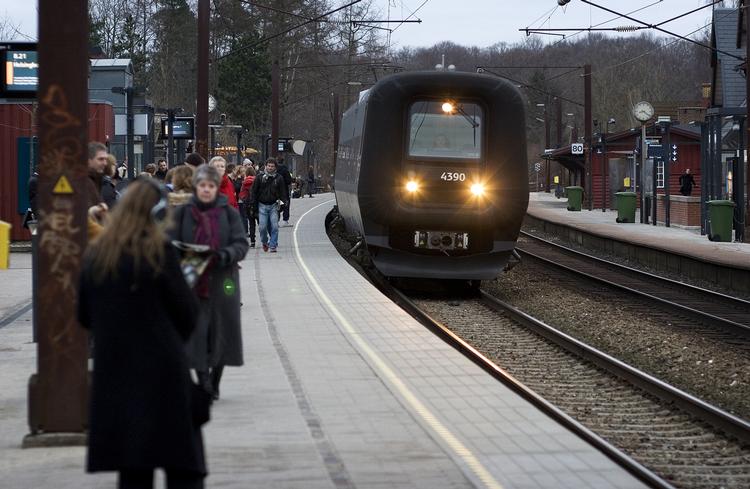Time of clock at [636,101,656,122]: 8:21
